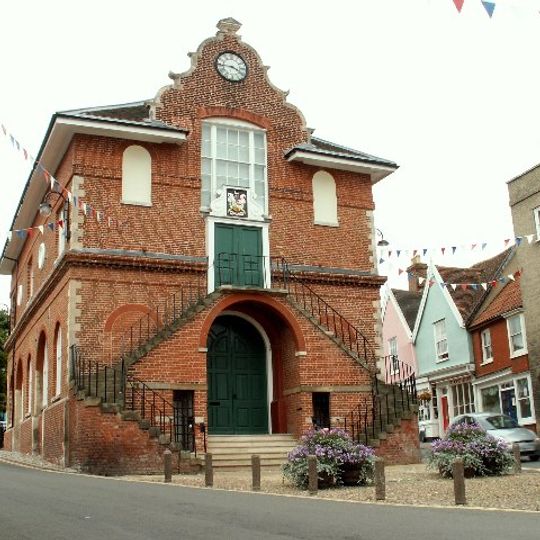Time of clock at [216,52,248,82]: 3:45
